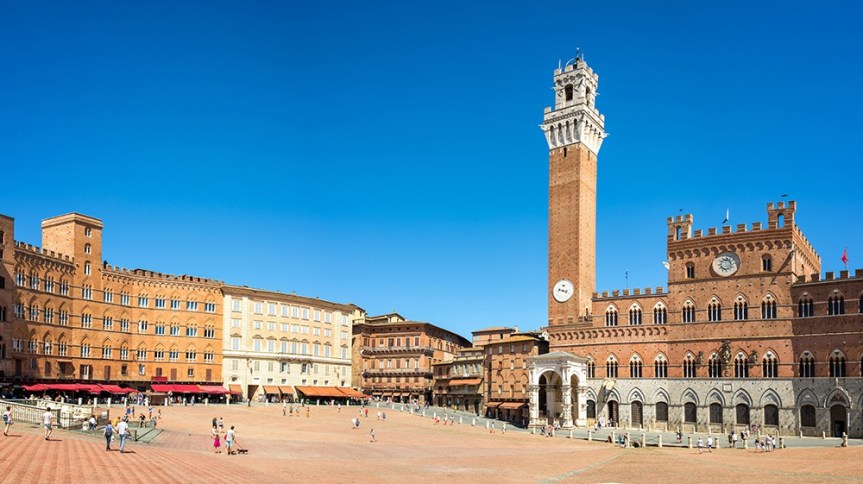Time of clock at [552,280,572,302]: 3:47
